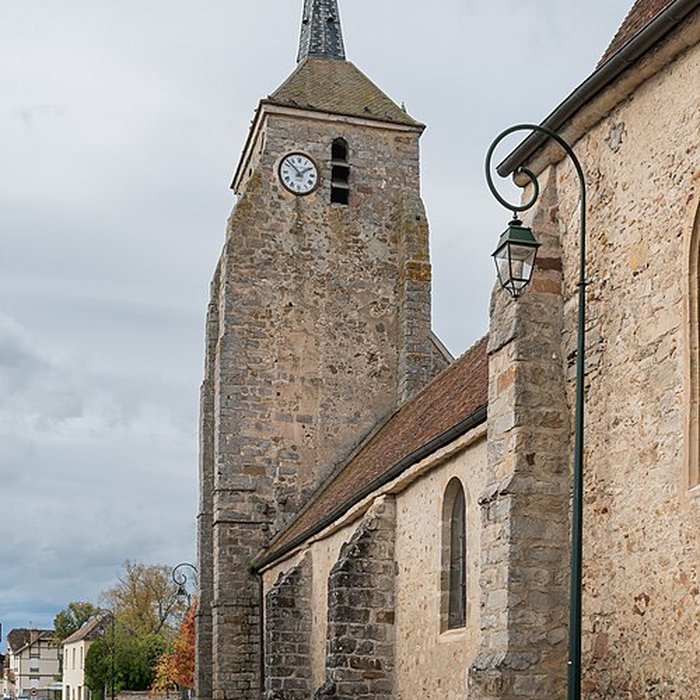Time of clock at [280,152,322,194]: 1:52
